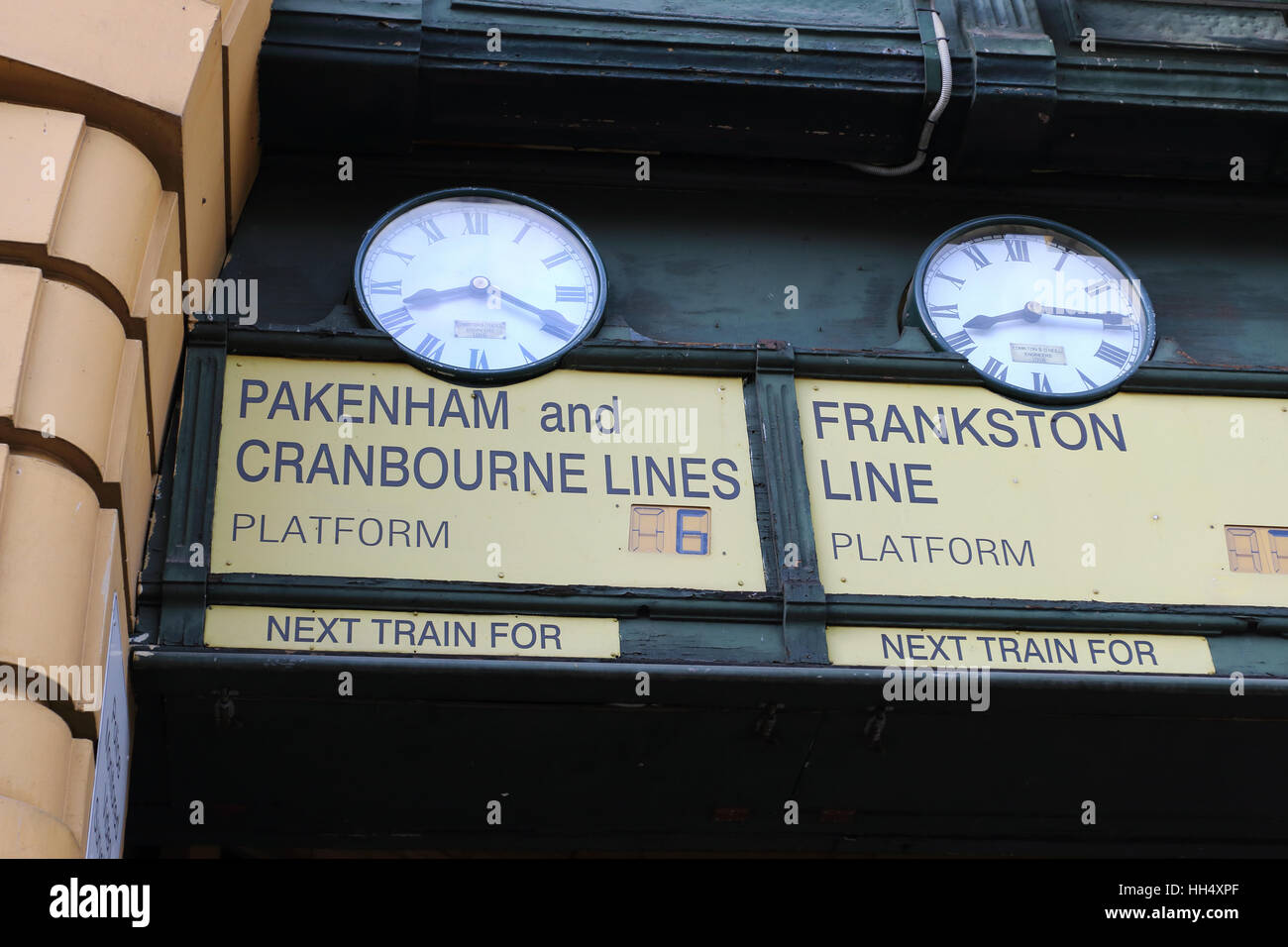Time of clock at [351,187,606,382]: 8:19
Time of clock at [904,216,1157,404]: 8:15
